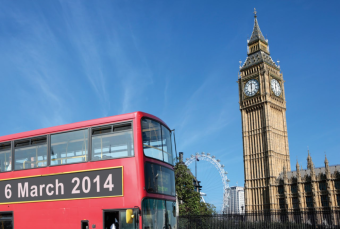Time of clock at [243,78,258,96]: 12:30
